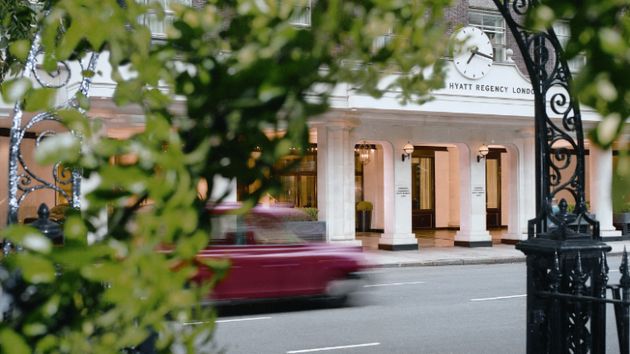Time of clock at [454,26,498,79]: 7:17
